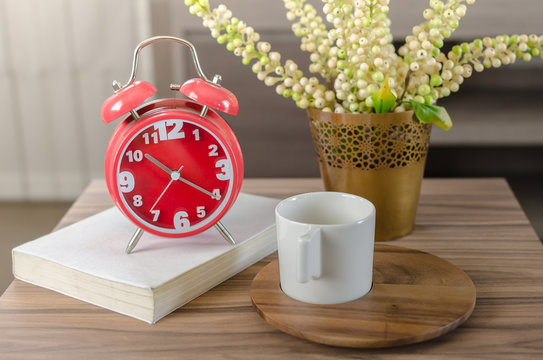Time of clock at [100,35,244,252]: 10:20
